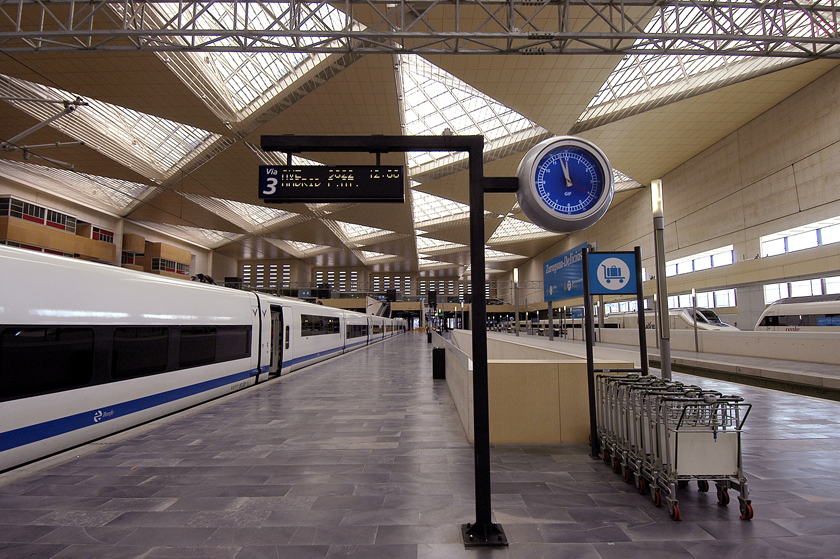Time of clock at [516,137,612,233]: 11:57
